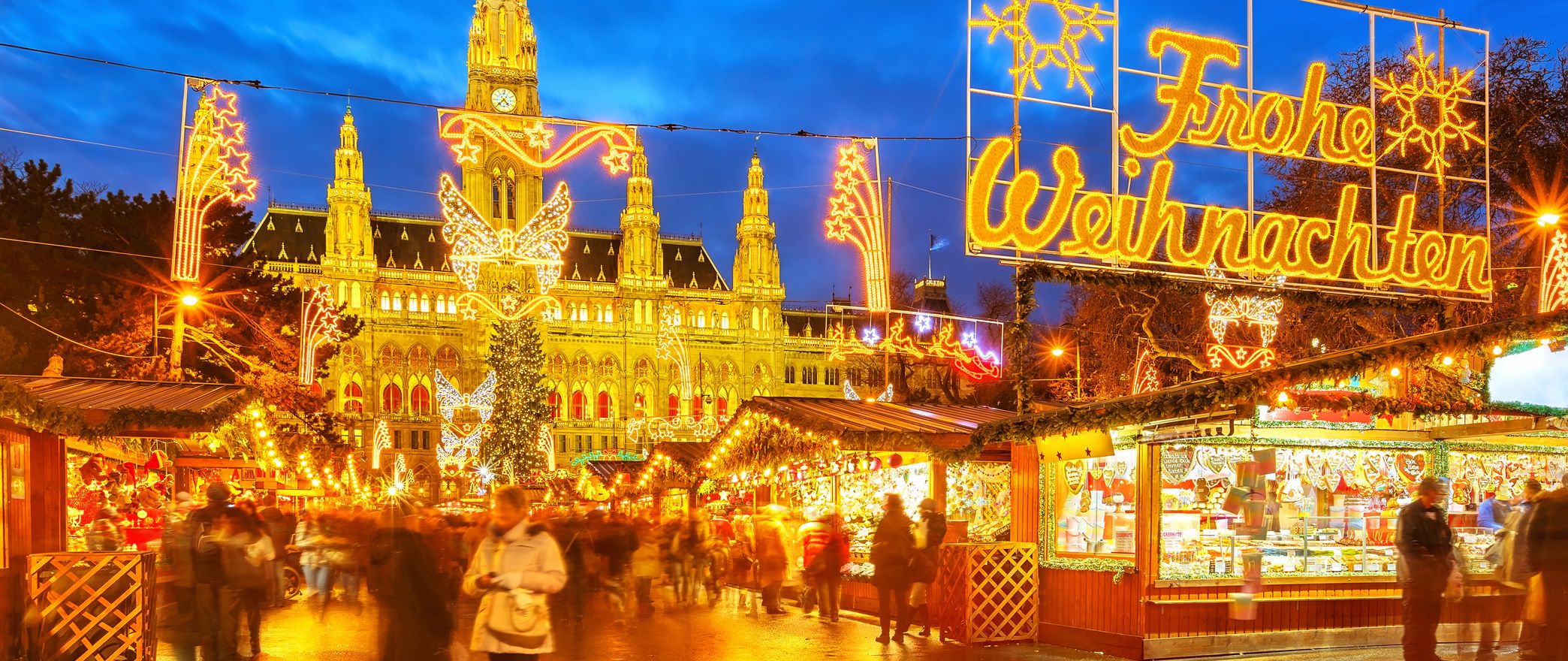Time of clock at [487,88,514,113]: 4:37
